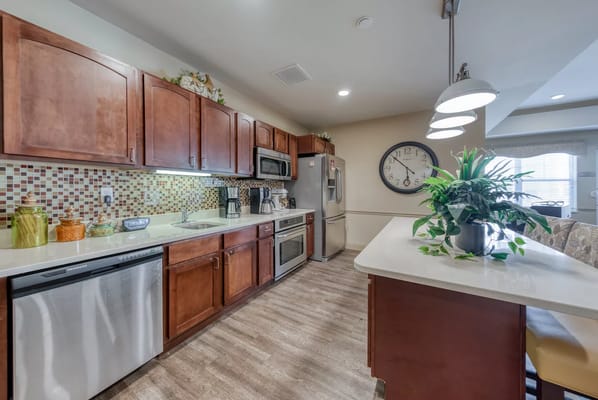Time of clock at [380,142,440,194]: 5:52
